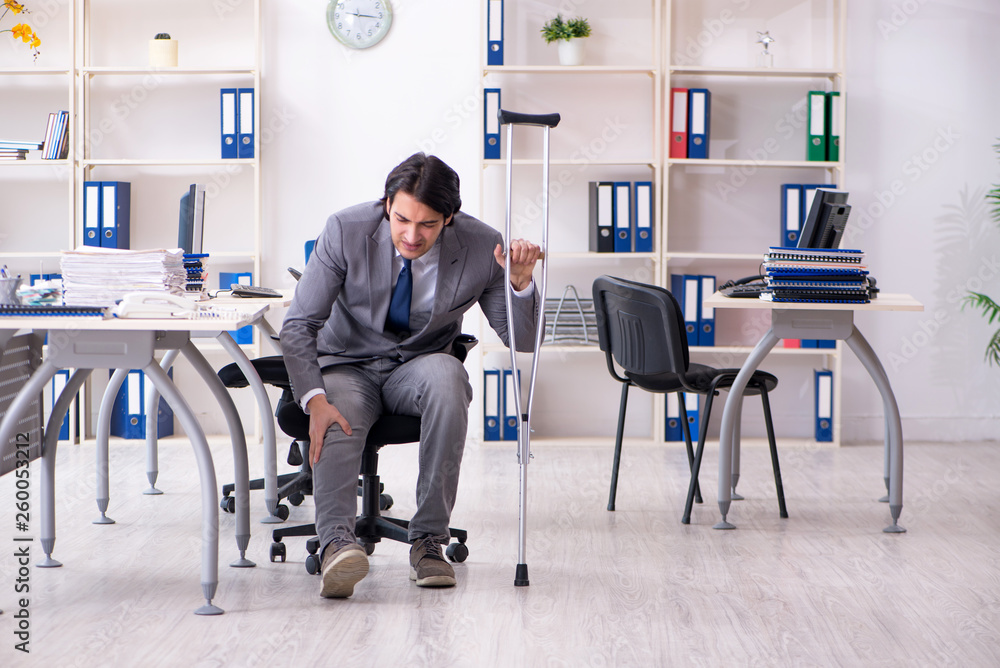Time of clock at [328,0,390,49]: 3:16
